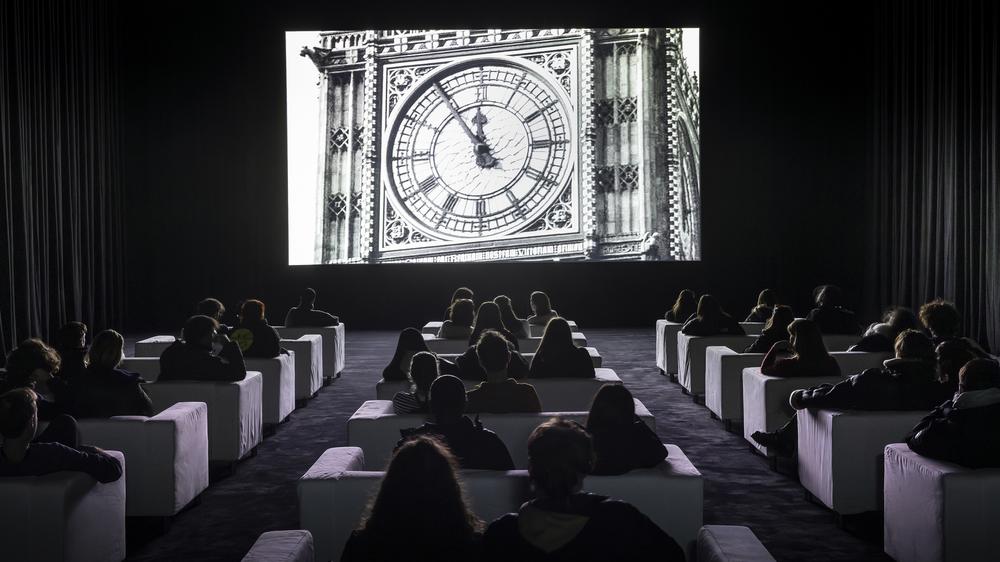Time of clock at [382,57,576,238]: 11:54
